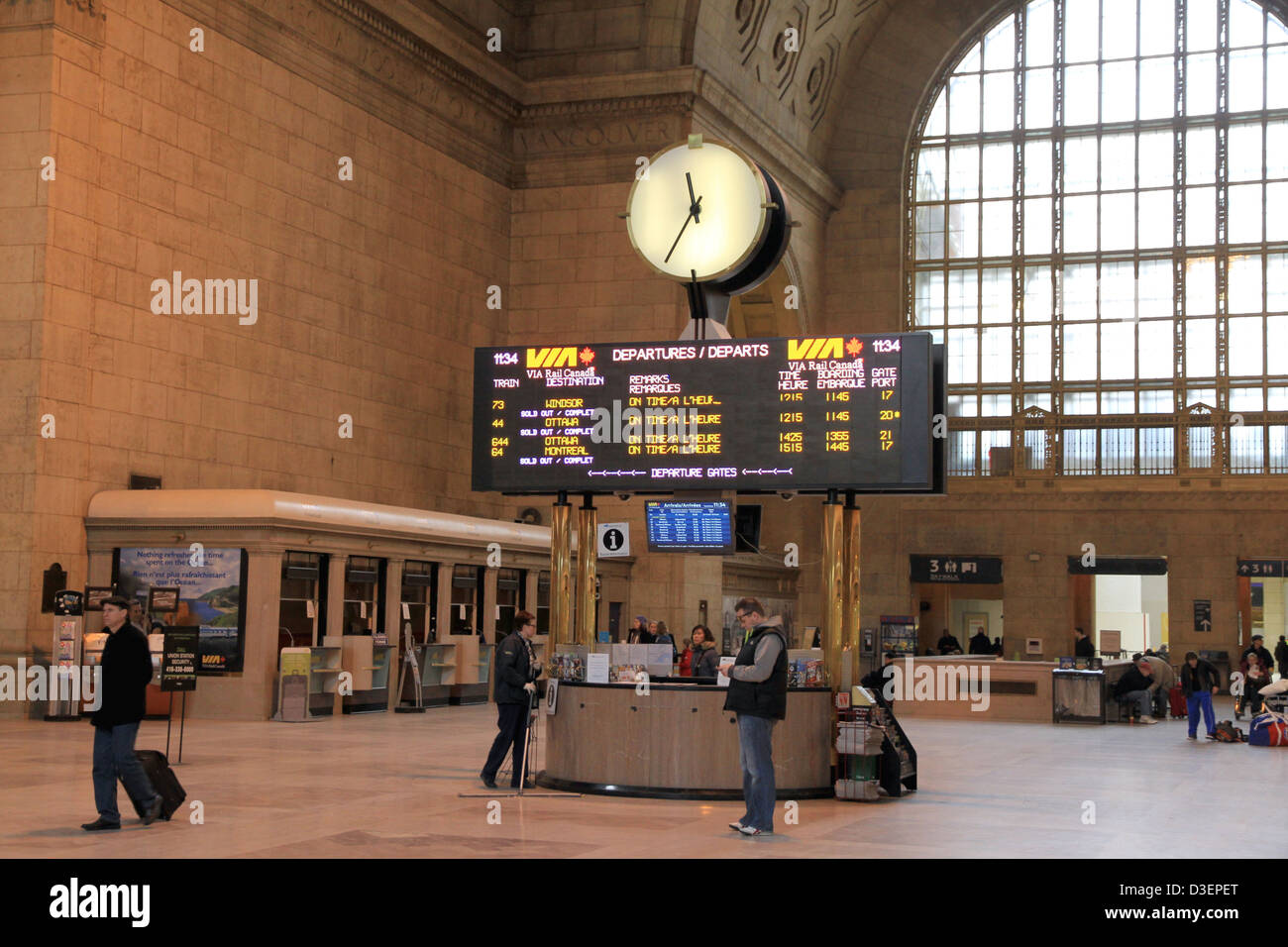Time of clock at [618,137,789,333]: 11:34
